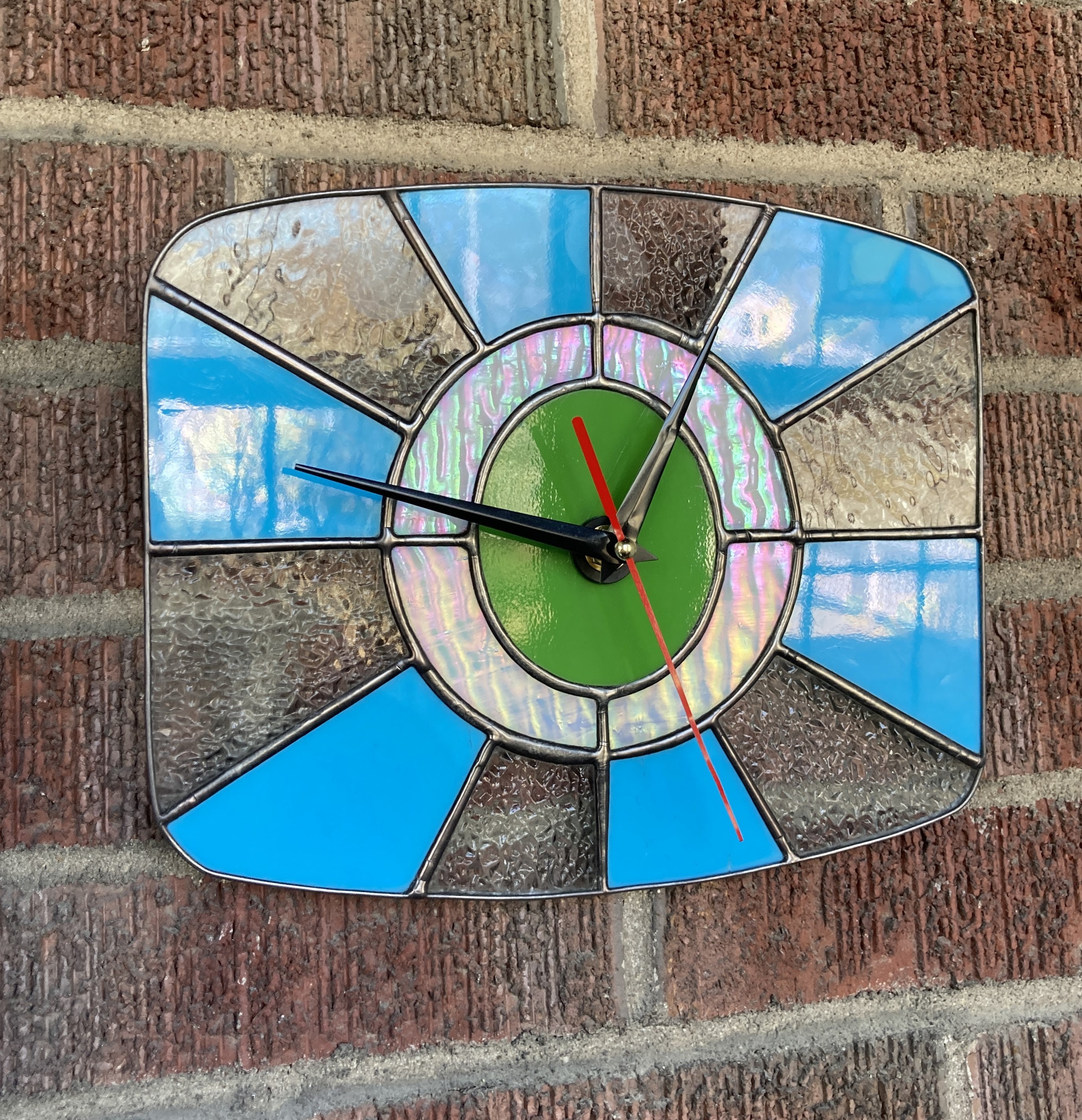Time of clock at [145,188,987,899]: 12:46
